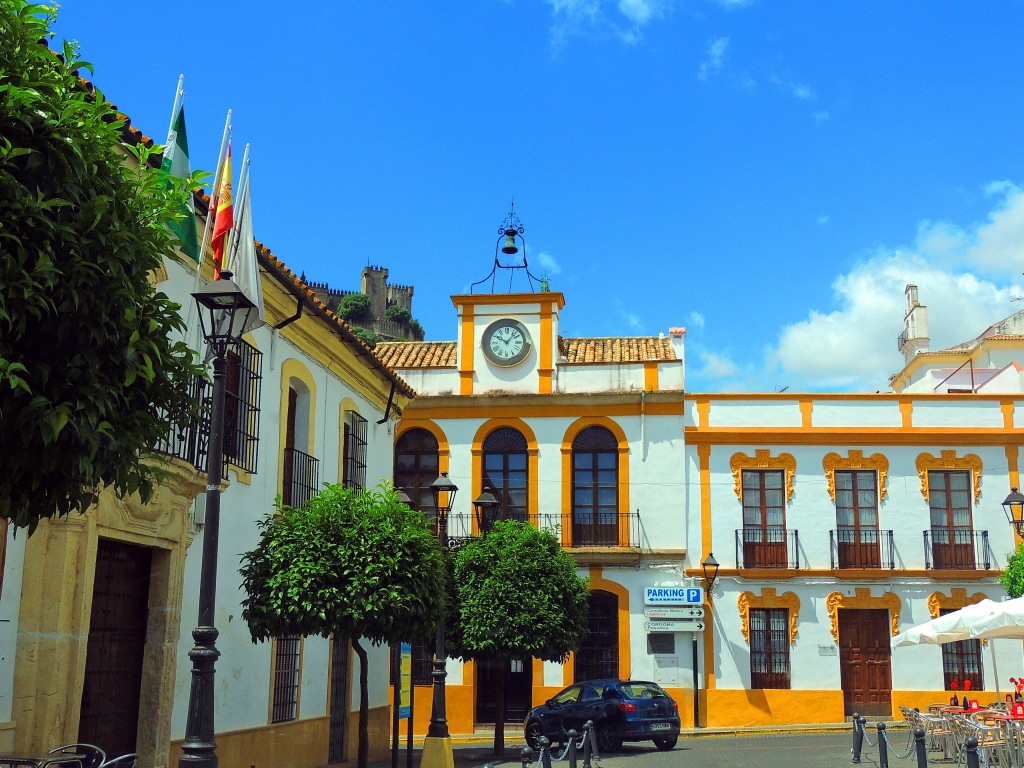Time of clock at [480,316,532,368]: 10:07
